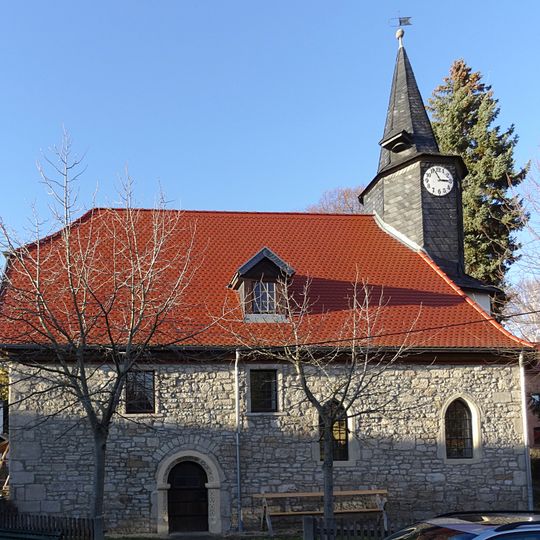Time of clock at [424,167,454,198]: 2:56
